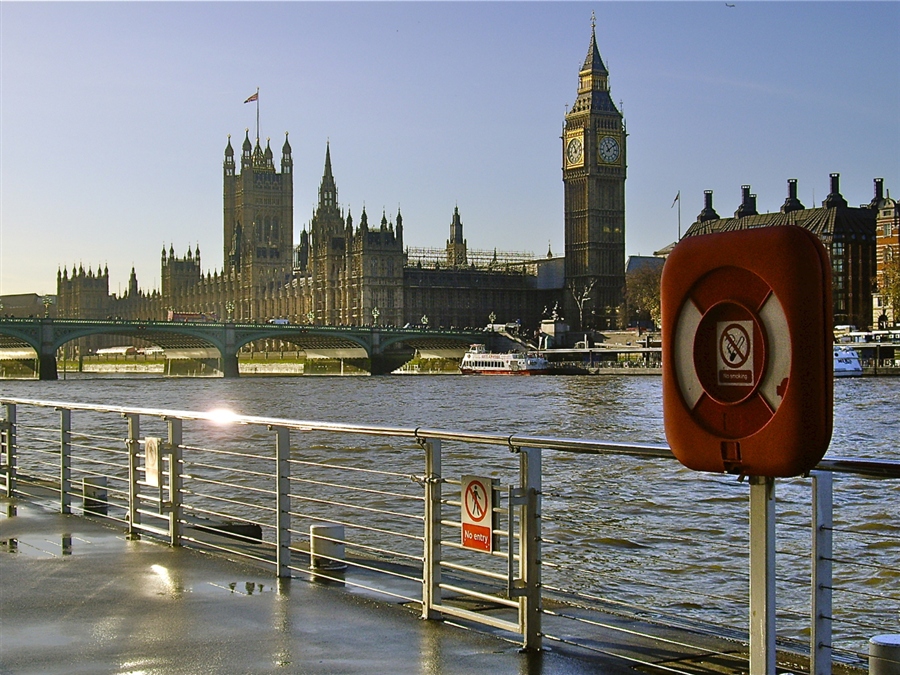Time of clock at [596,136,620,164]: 11:08
